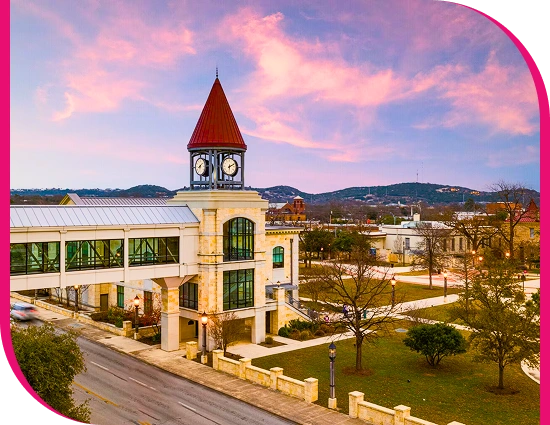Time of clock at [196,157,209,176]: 8:07
